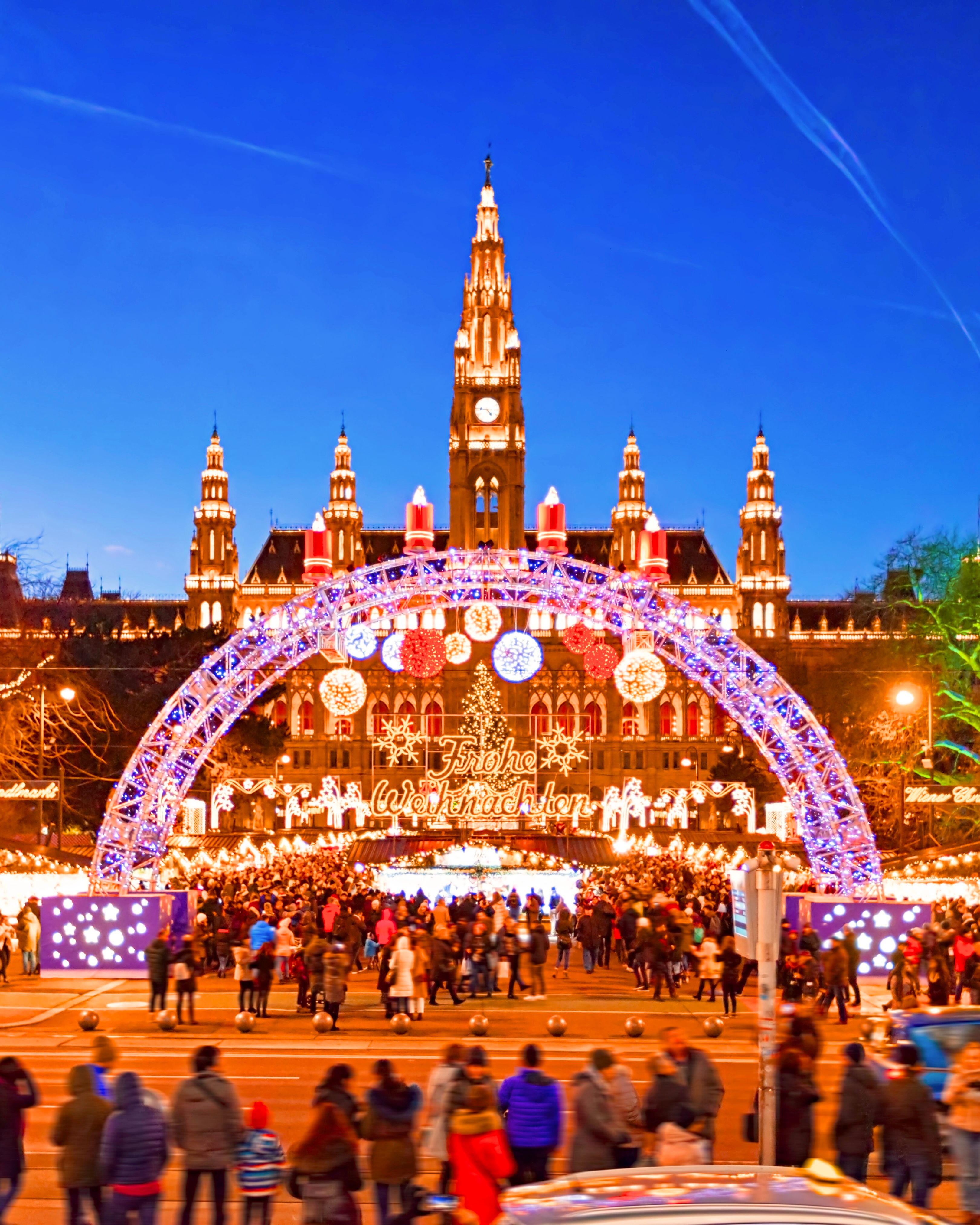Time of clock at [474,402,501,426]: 4:46
